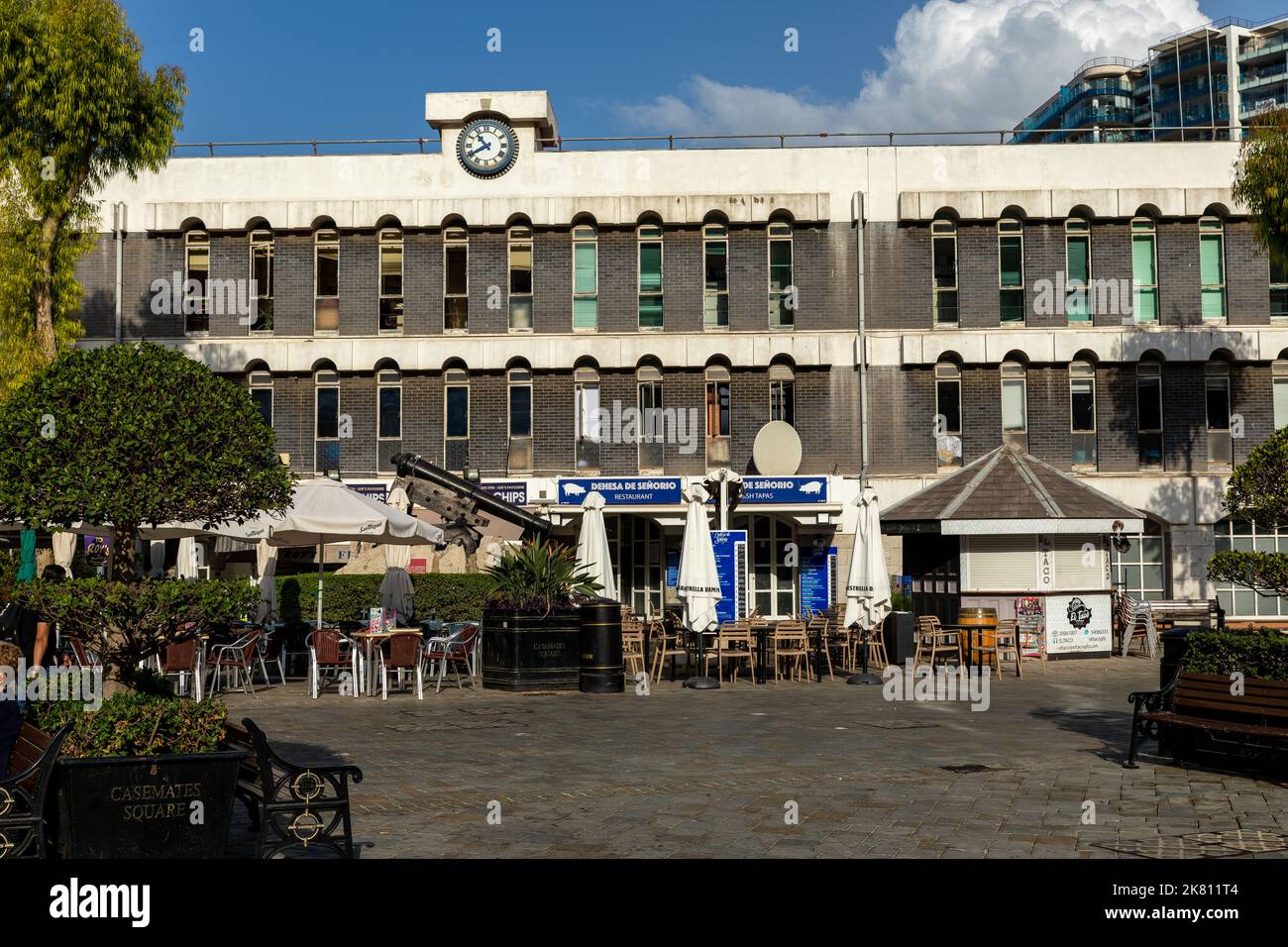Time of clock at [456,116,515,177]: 10:40
